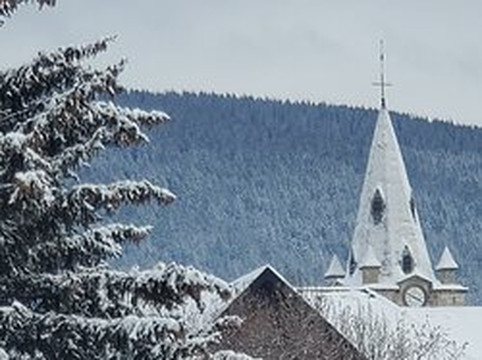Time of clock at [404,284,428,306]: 3:48
